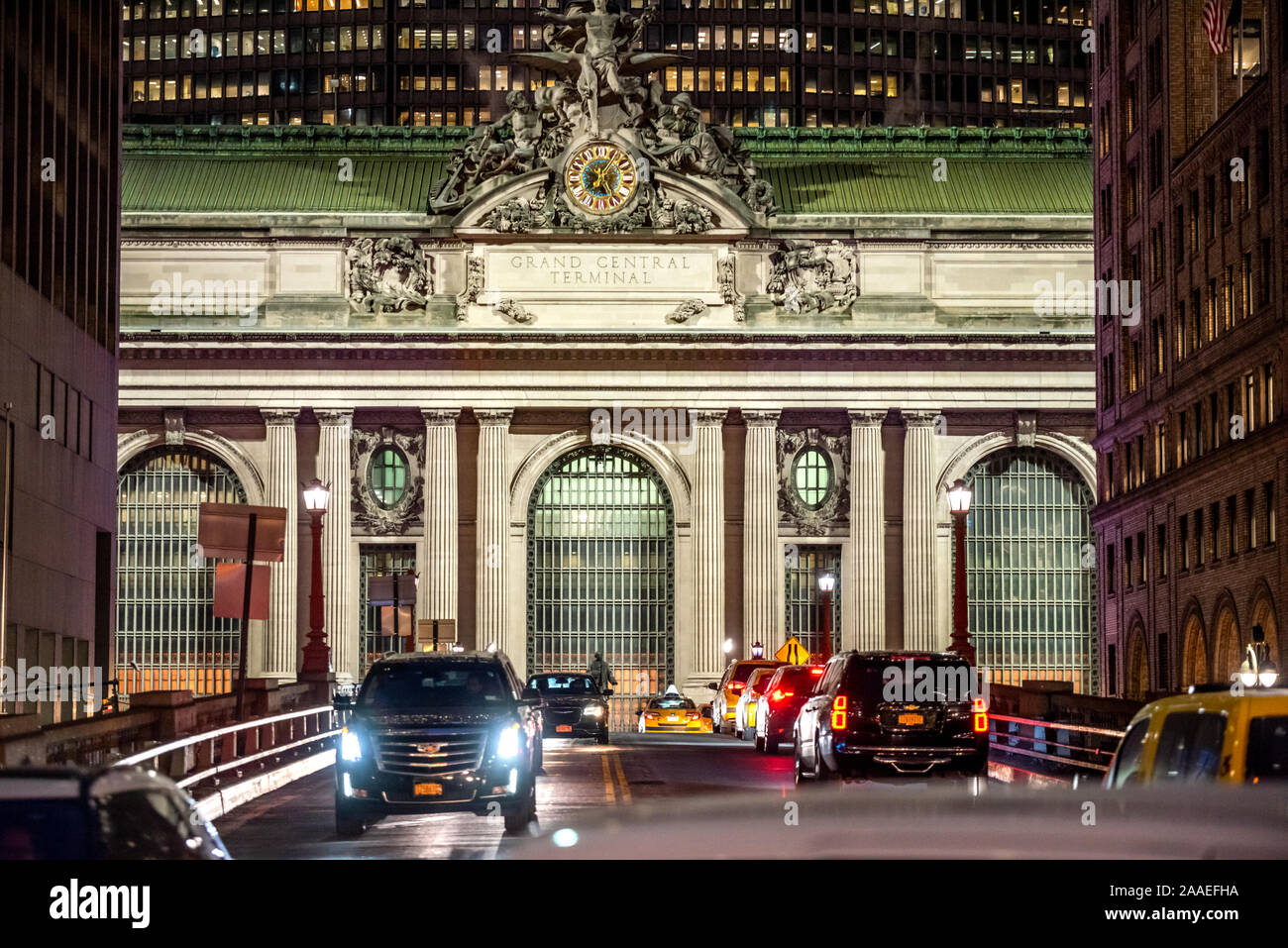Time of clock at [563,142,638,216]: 5:05
